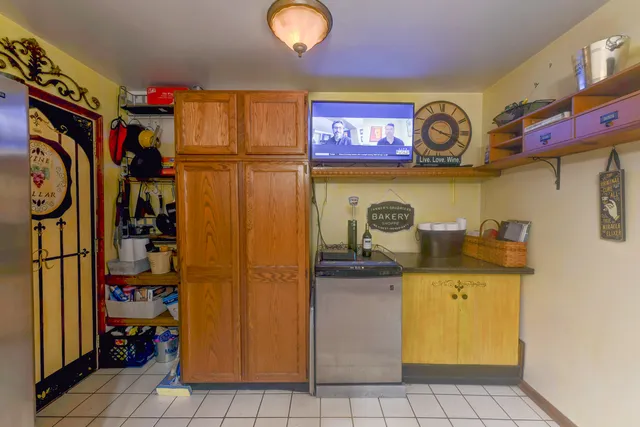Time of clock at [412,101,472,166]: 3:48
